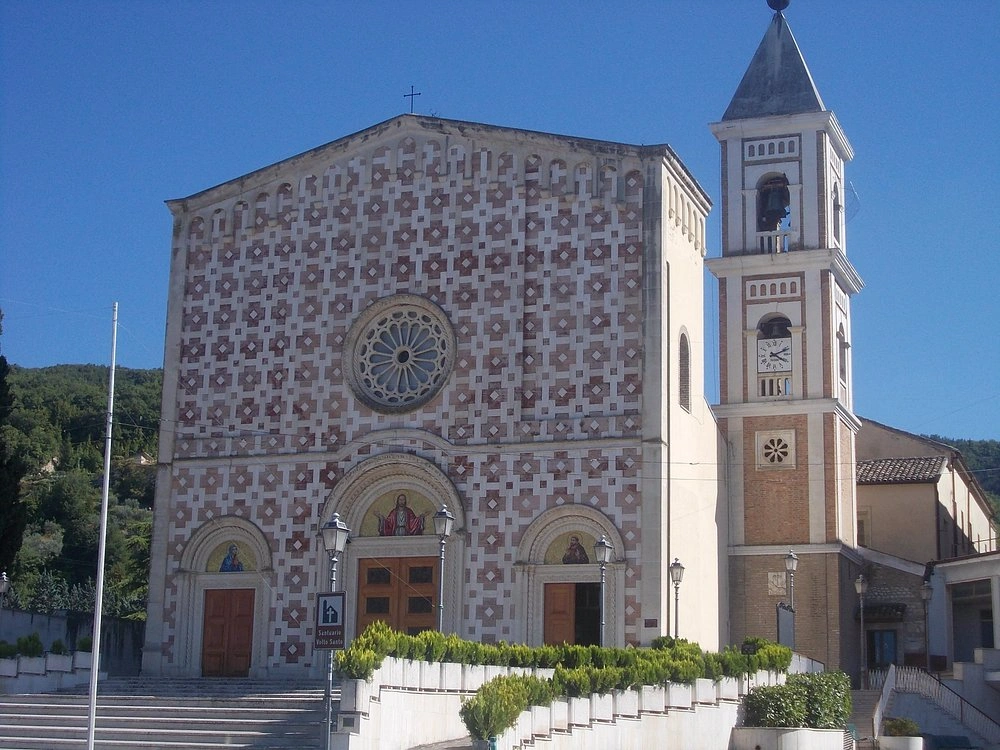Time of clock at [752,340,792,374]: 4:11
